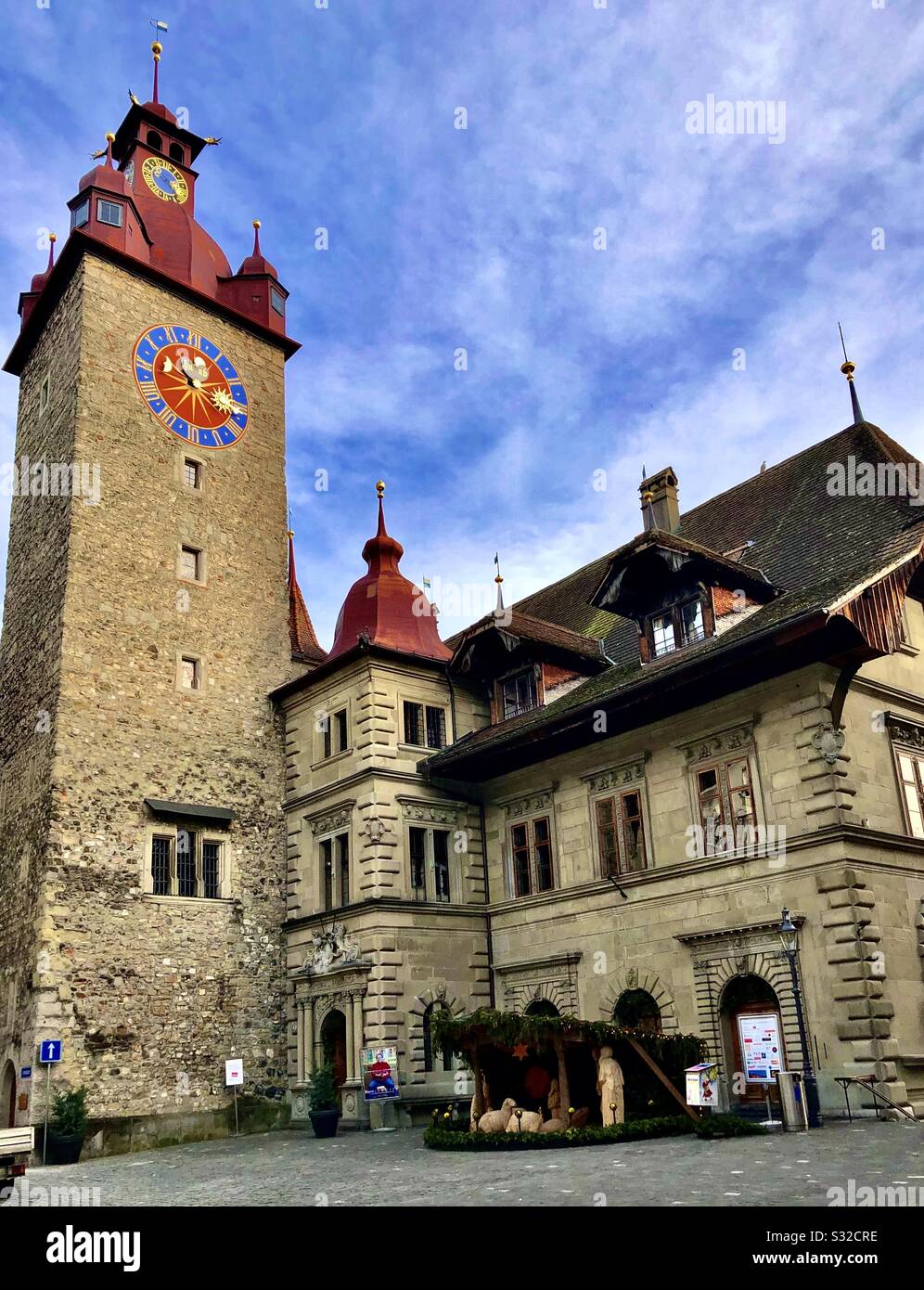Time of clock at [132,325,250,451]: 10:18
